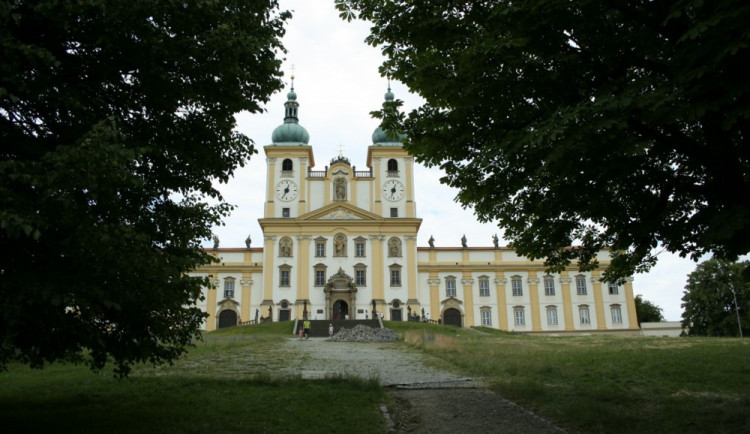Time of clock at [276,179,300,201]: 12:34
